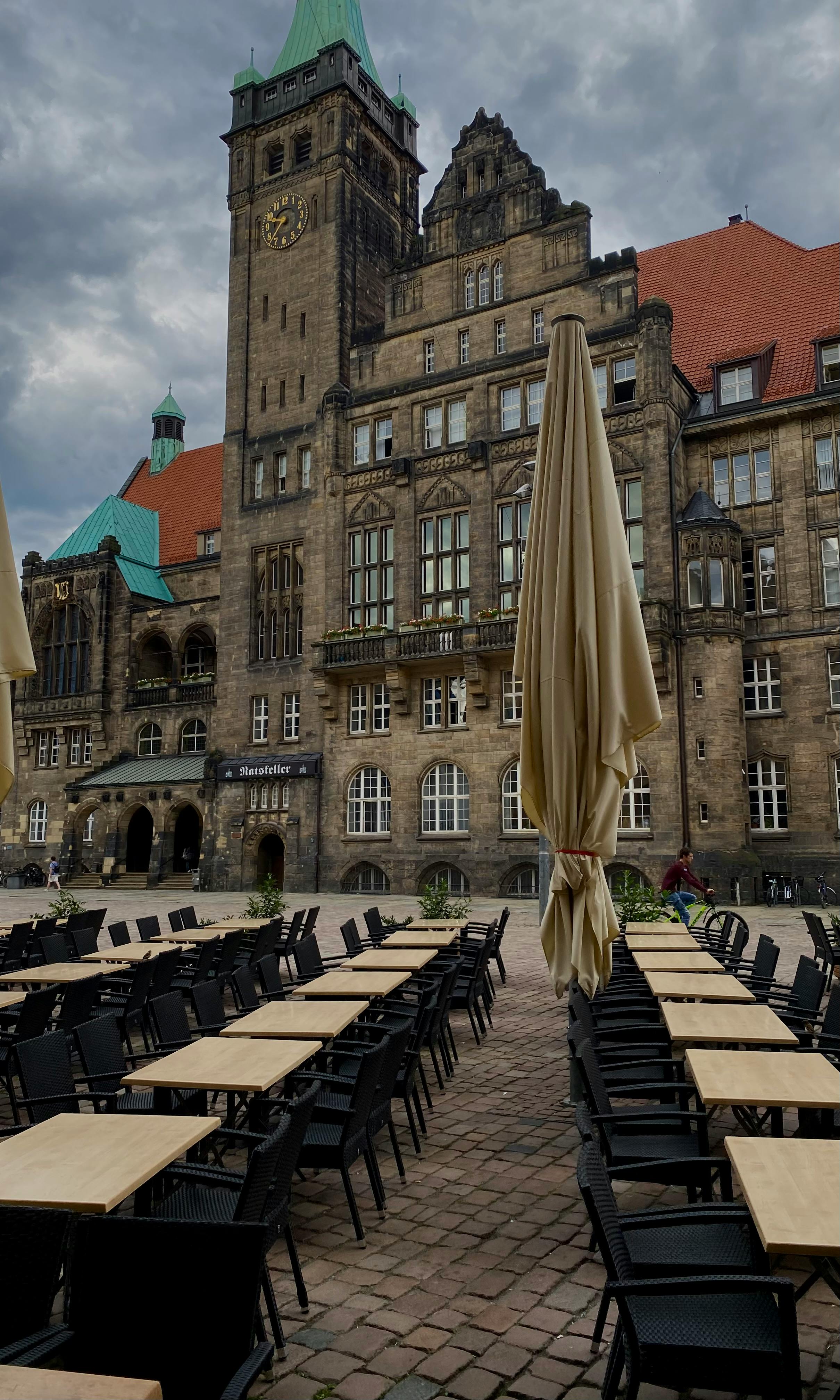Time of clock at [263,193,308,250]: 9:37
